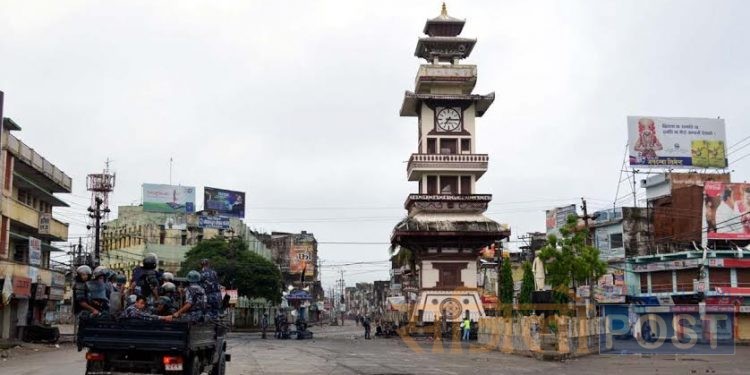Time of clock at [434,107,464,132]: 7:15
